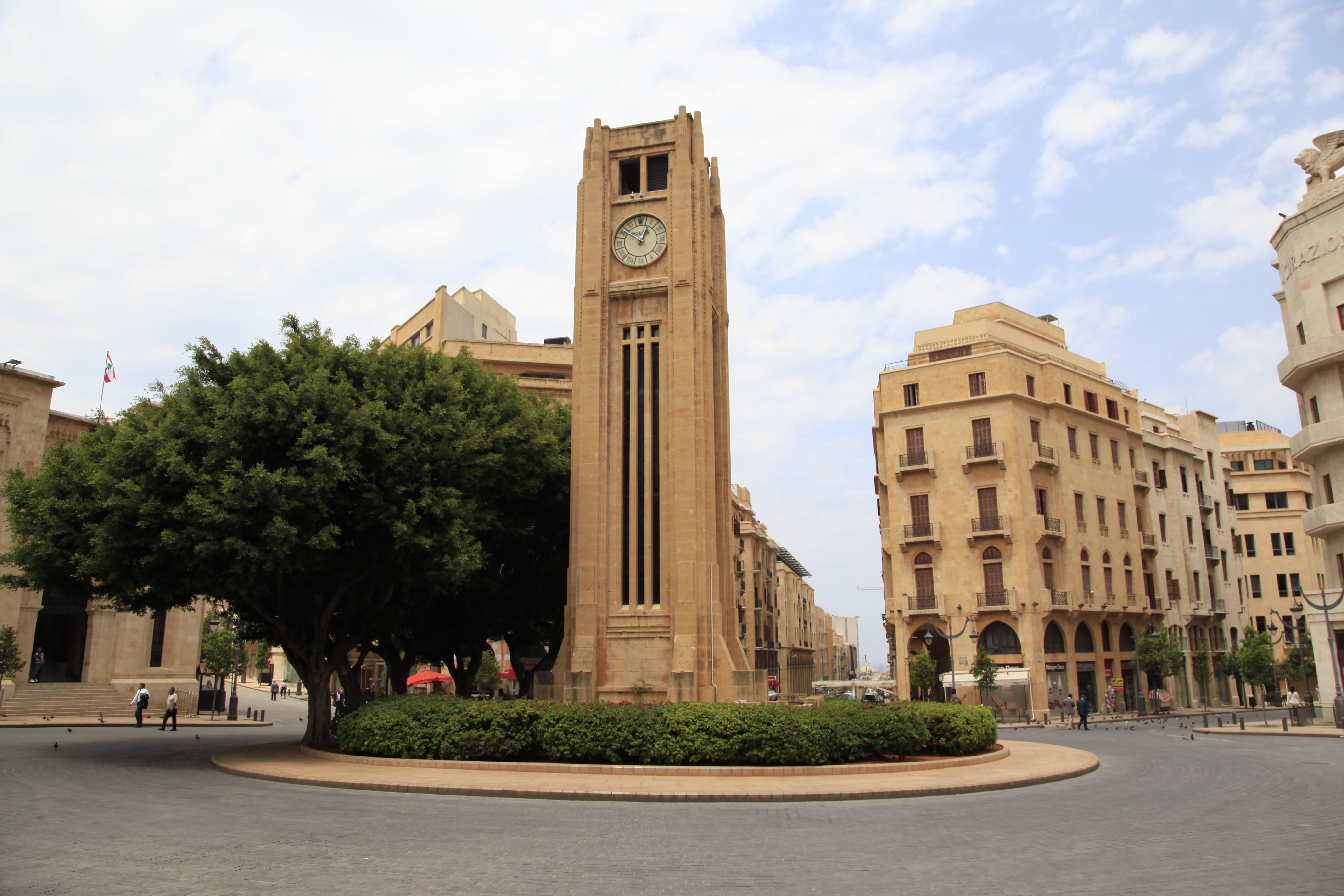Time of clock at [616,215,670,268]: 12:50
